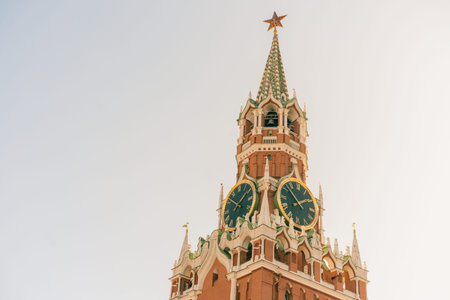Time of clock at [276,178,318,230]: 1:52
